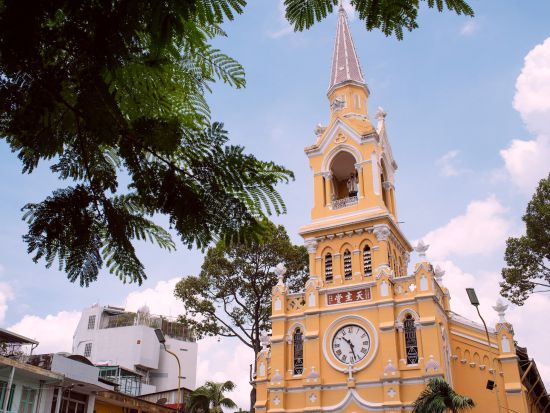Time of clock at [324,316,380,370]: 10:27
